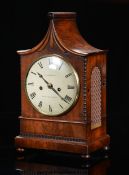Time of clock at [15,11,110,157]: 10:21
